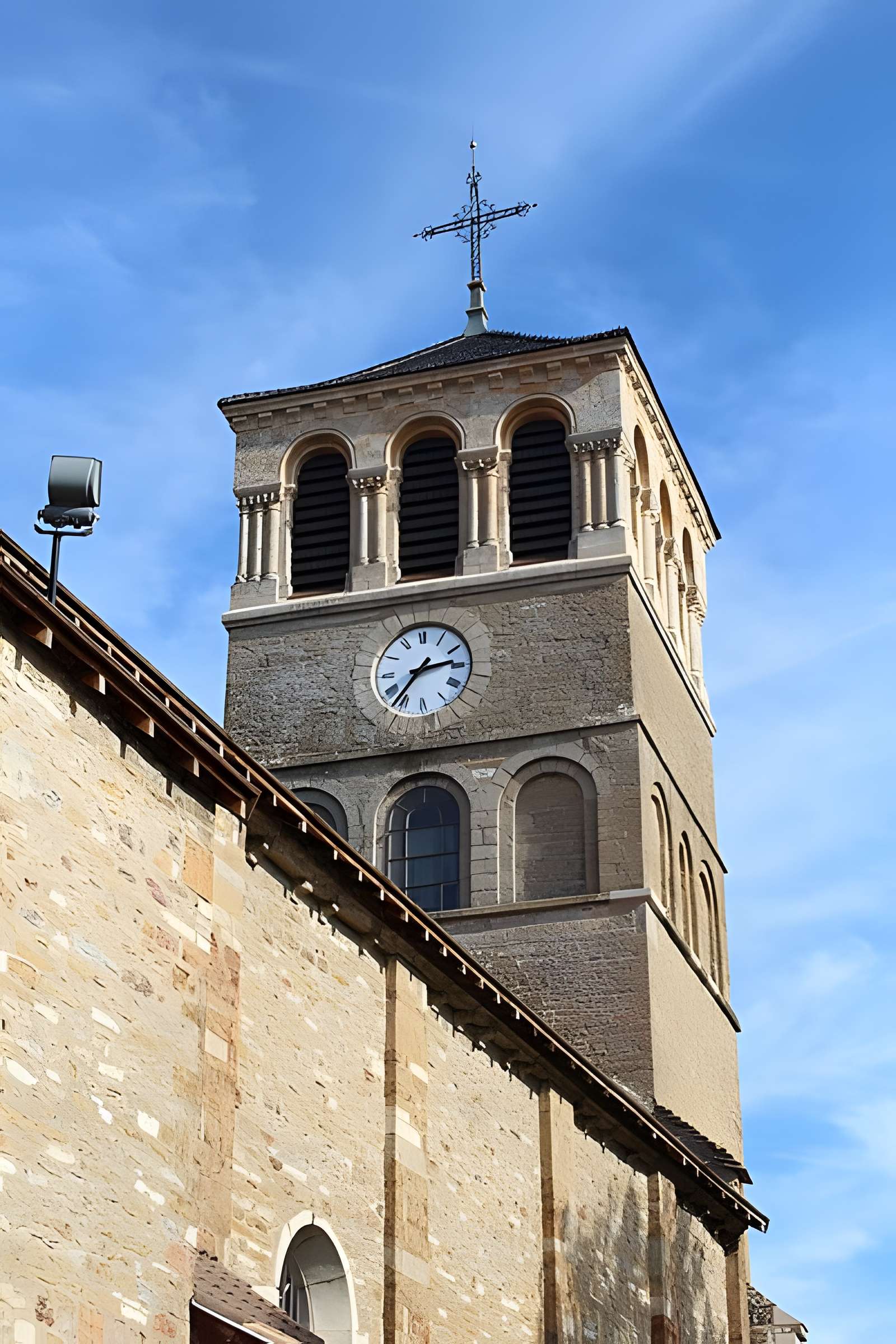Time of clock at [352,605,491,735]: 2:36
